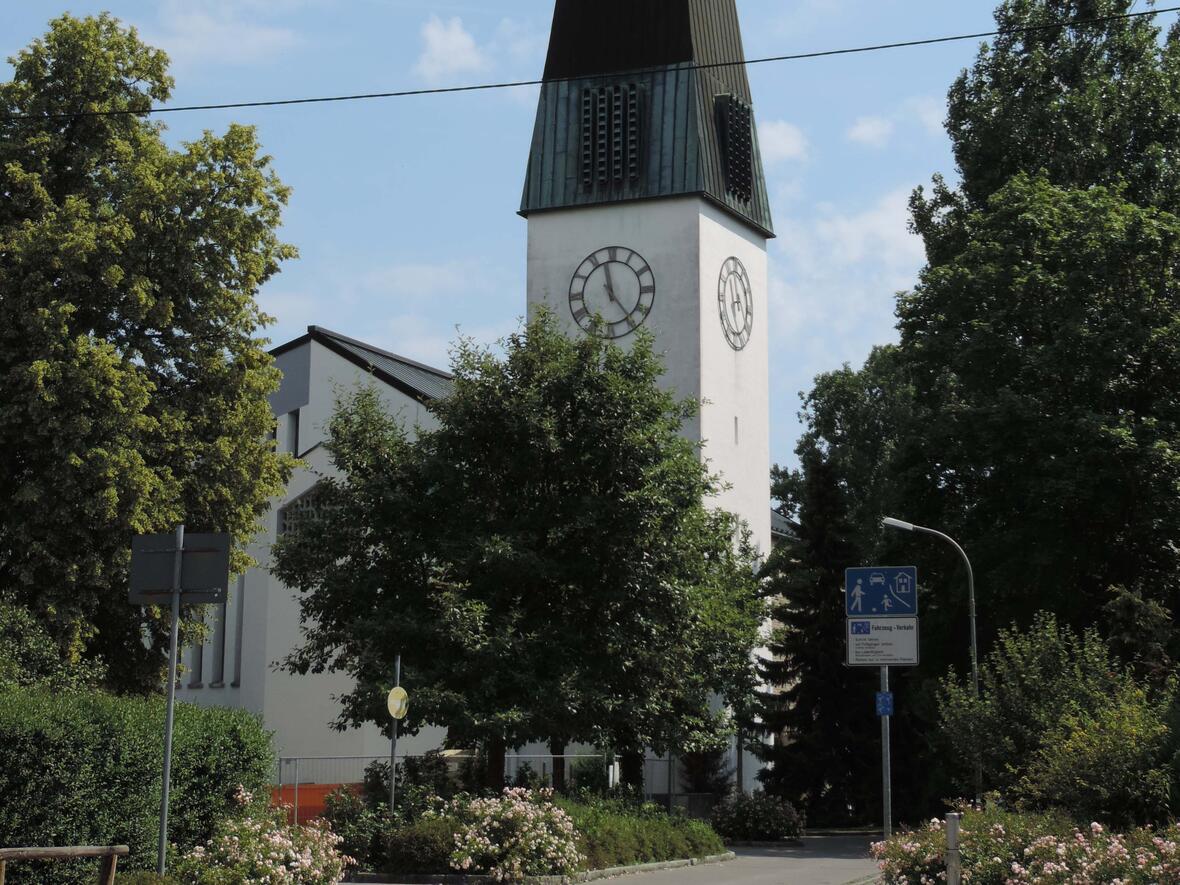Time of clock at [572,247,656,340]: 11:23
